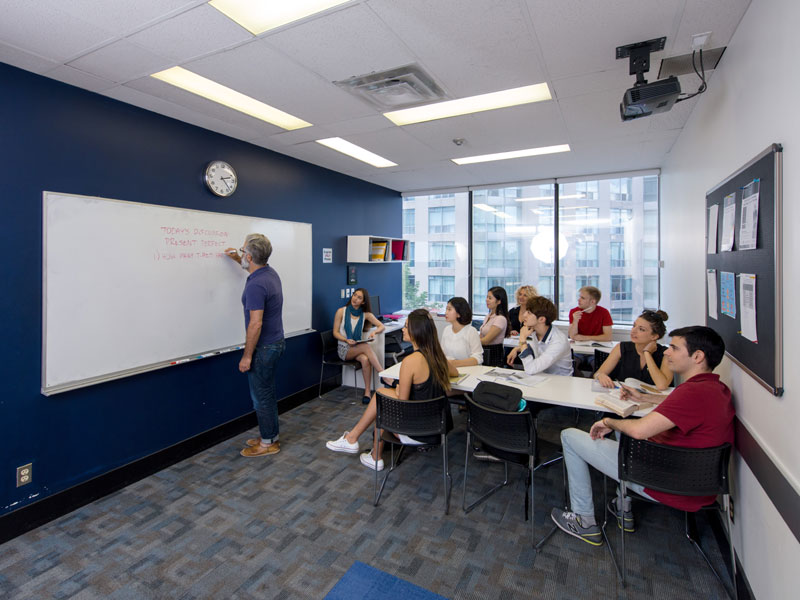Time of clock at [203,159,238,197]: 2:22
